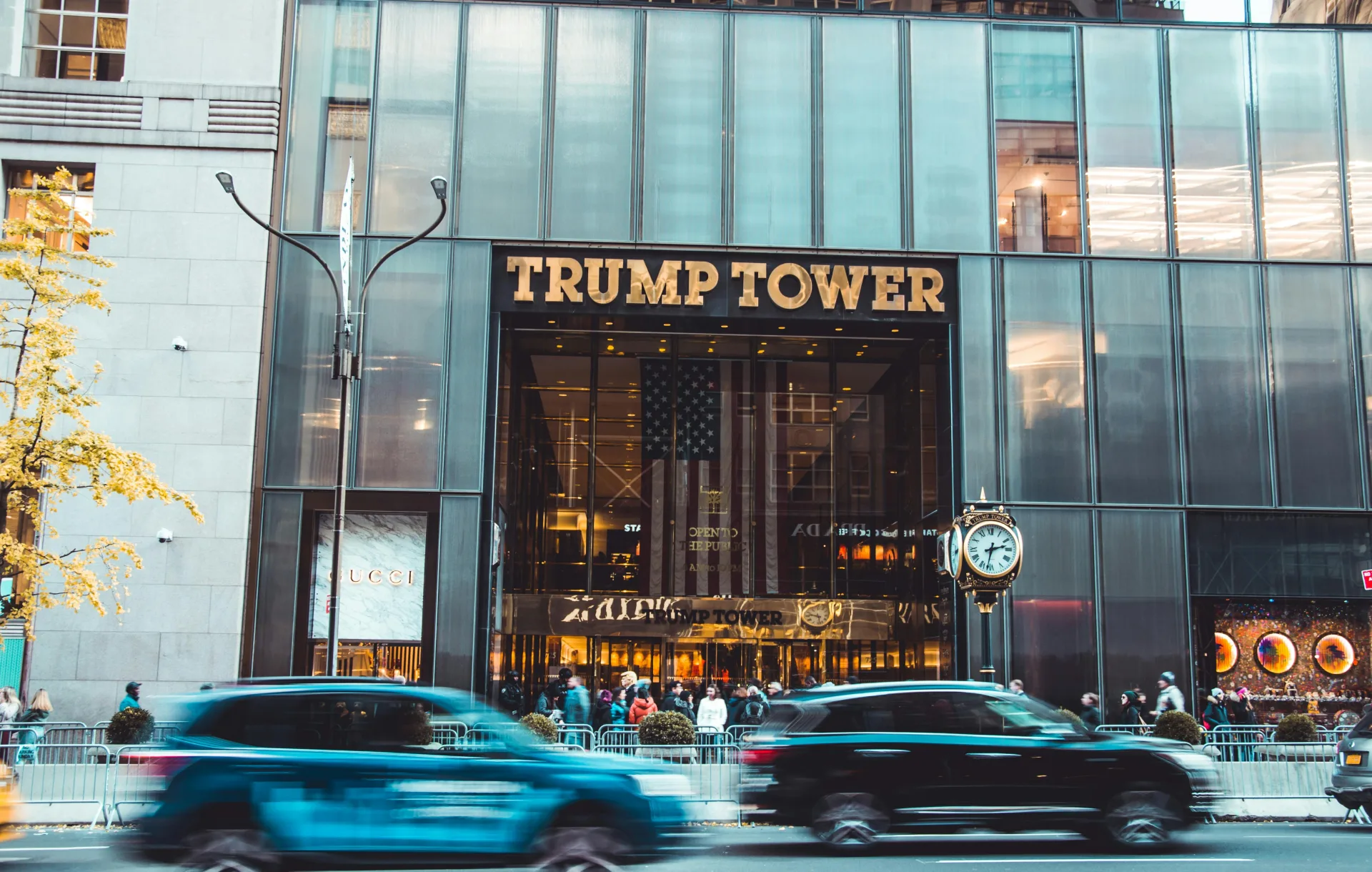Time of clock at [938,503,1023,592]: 2:32
